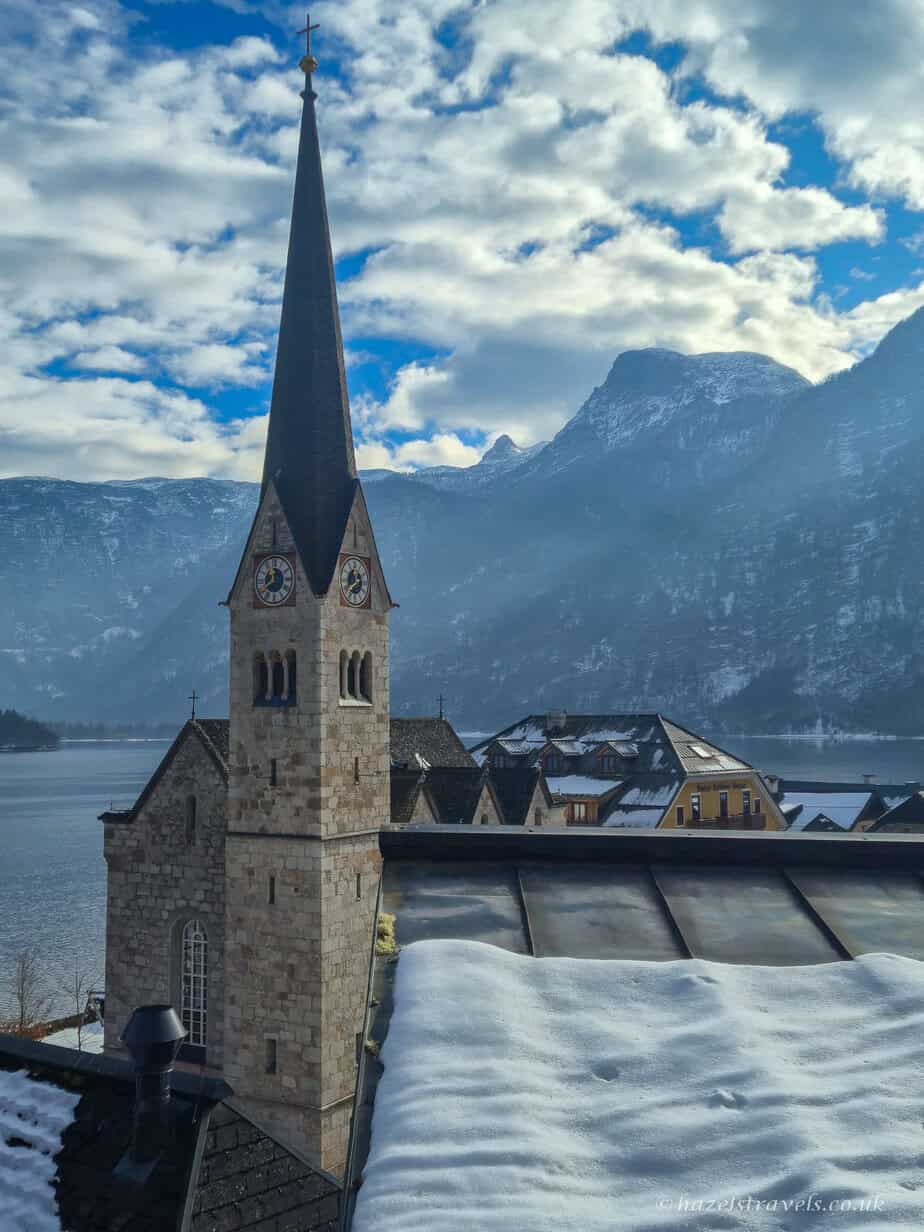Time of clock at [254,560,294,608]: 11:39
